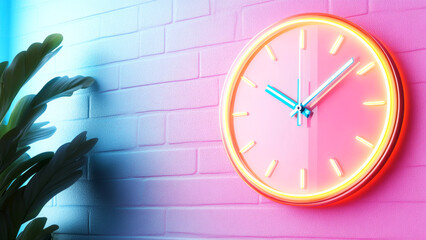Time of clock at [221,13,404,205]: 10:08
